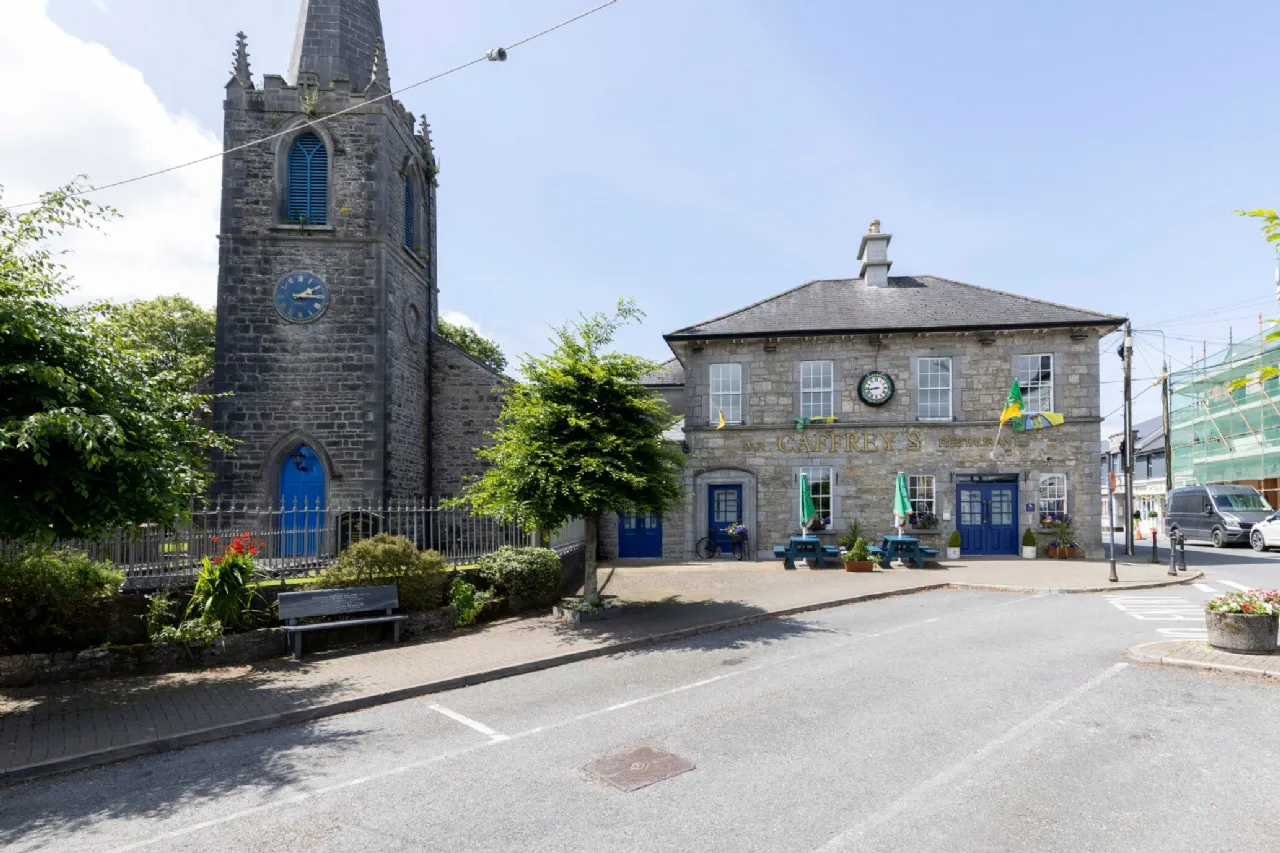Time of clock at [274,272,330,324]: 2:15
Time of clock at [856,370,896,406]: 8:43
